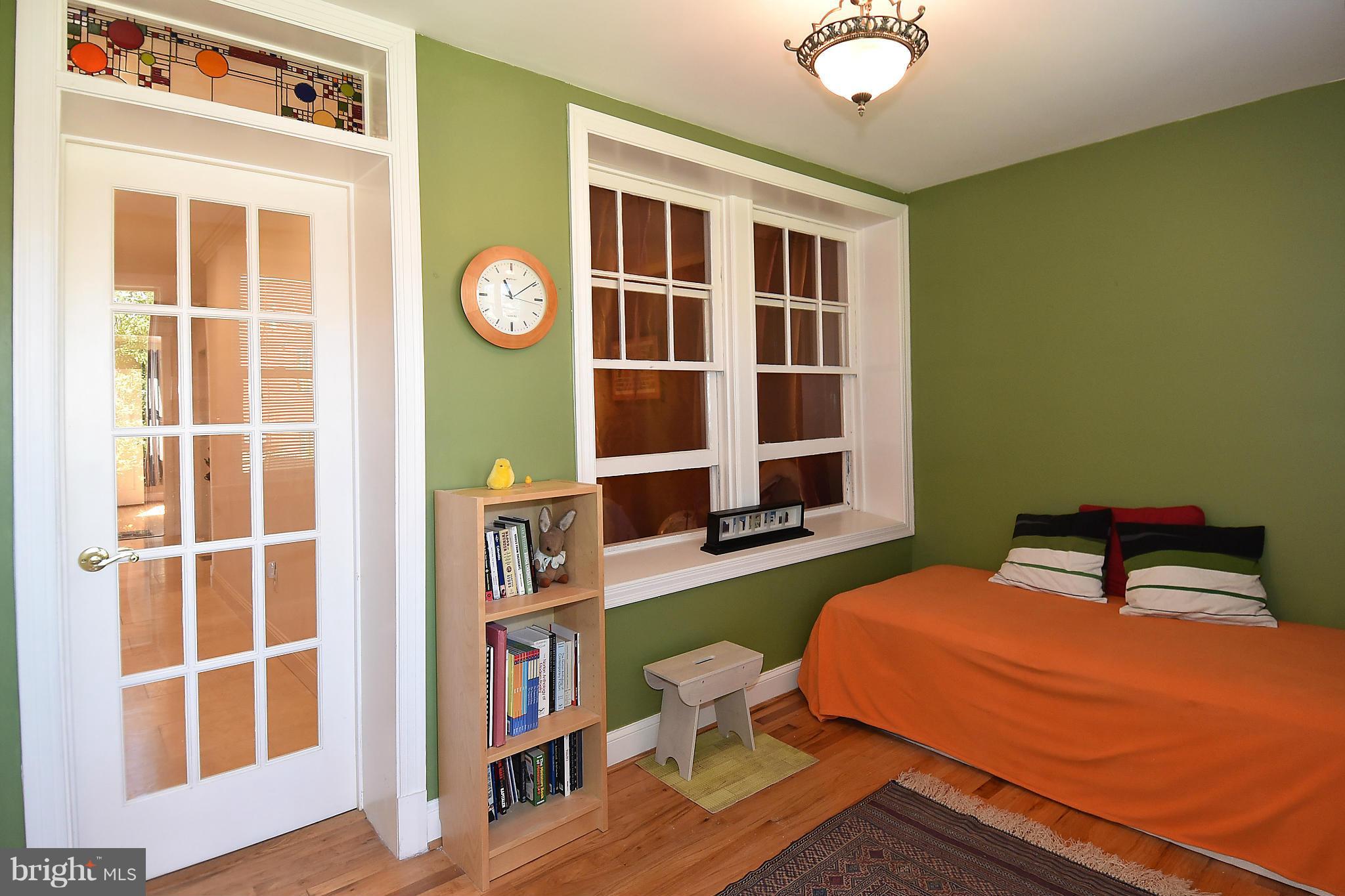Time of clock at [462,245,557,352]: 11:09
